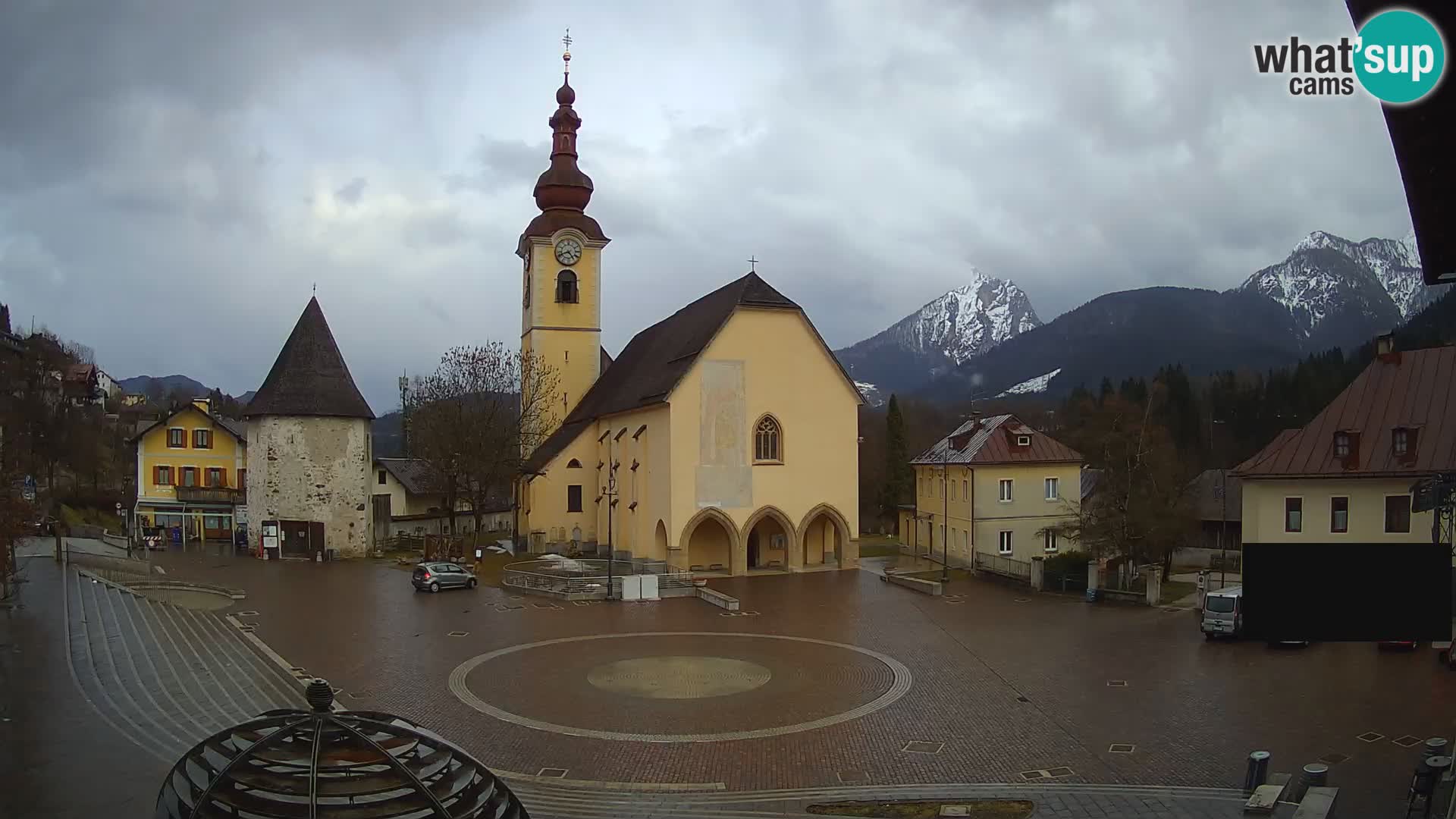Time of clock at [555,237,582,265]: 4:41
